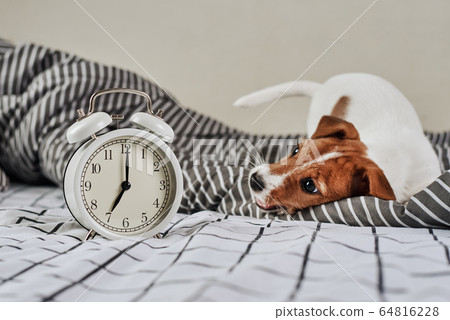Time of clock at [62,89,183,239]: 7:00
